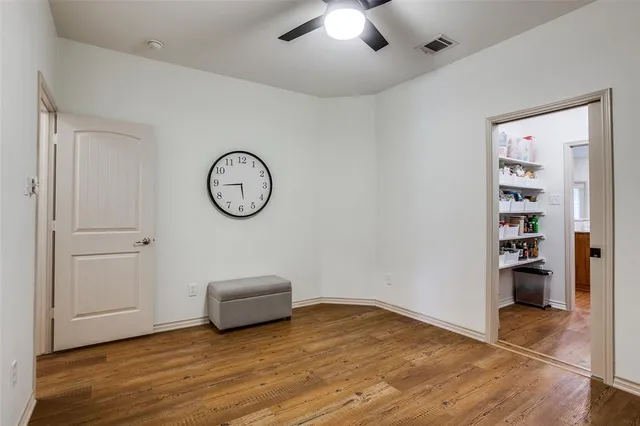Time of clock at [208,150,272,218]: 5:44
